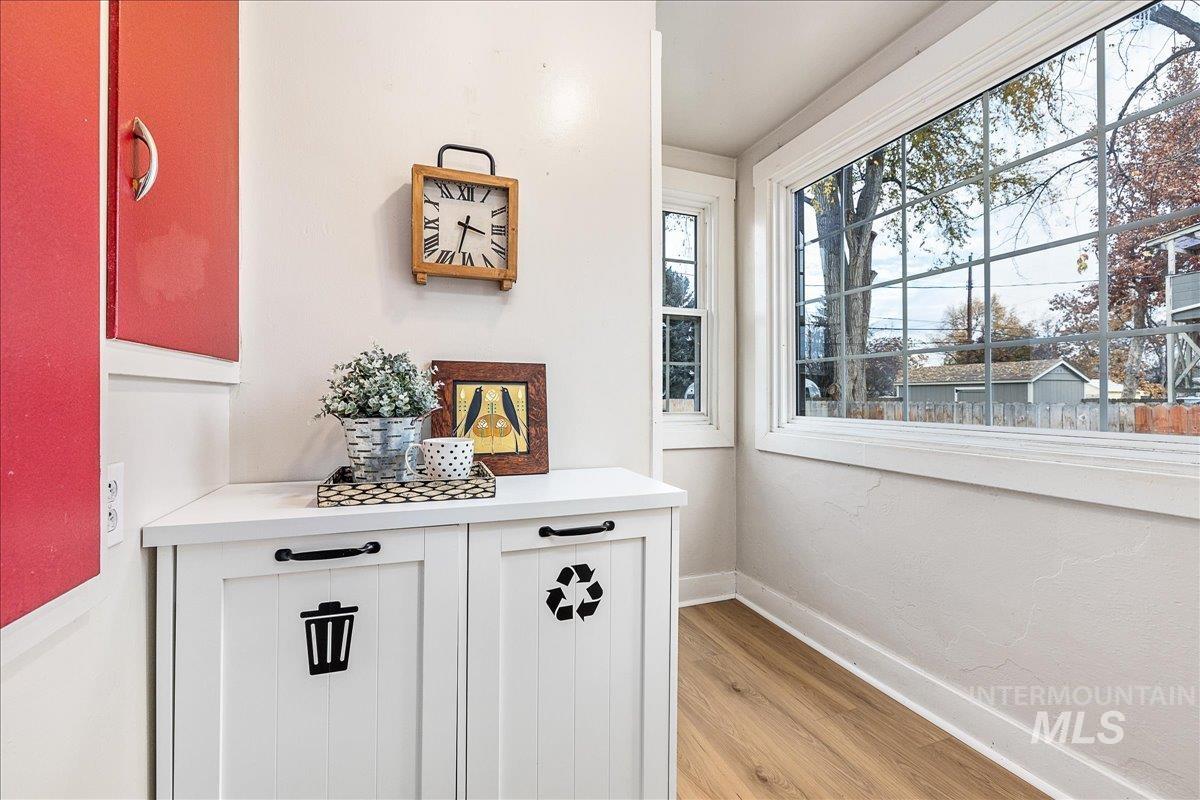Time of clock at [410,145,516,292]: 3:32
